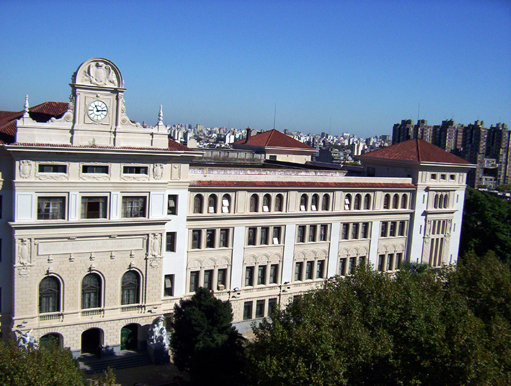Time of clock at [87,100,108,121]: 11:13
